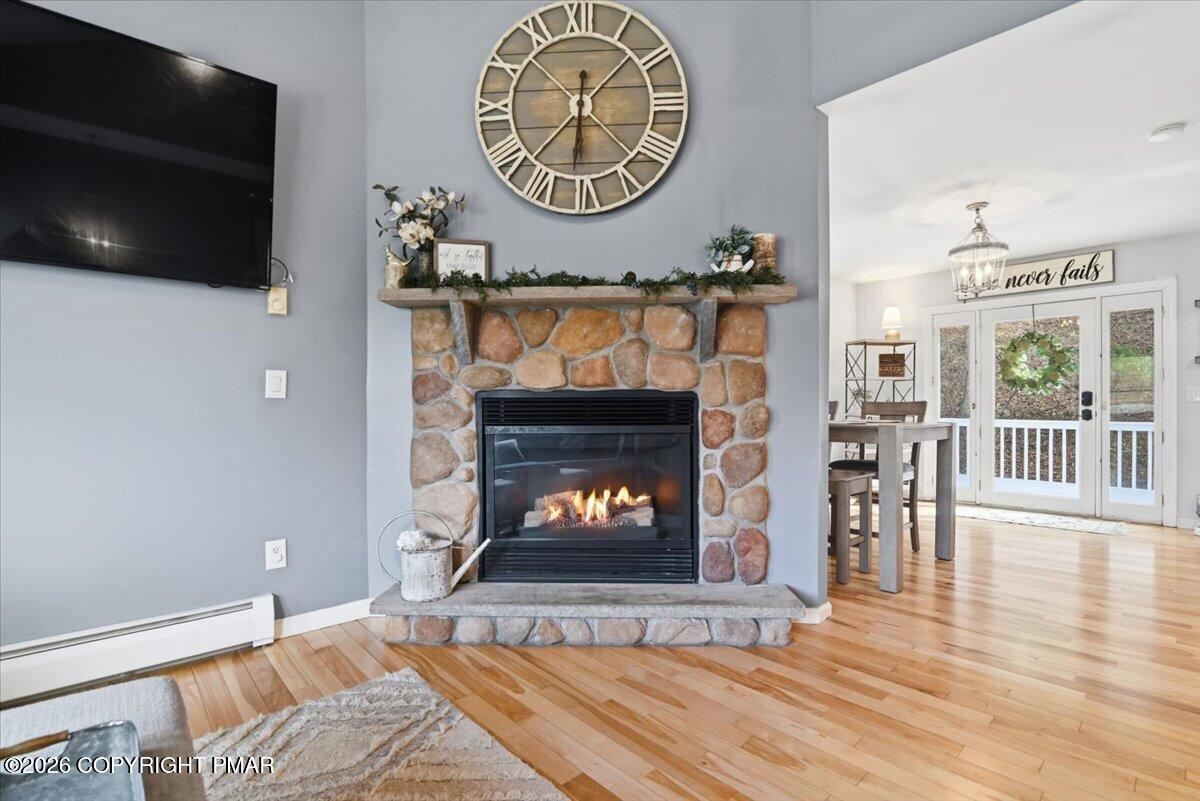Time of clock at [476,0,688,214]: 1:31
